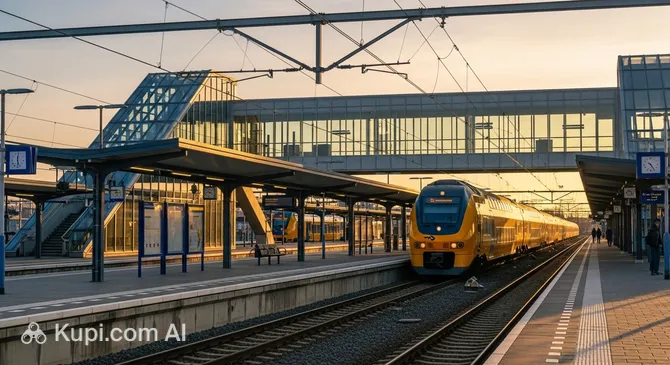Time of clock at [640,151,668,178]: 10:24
